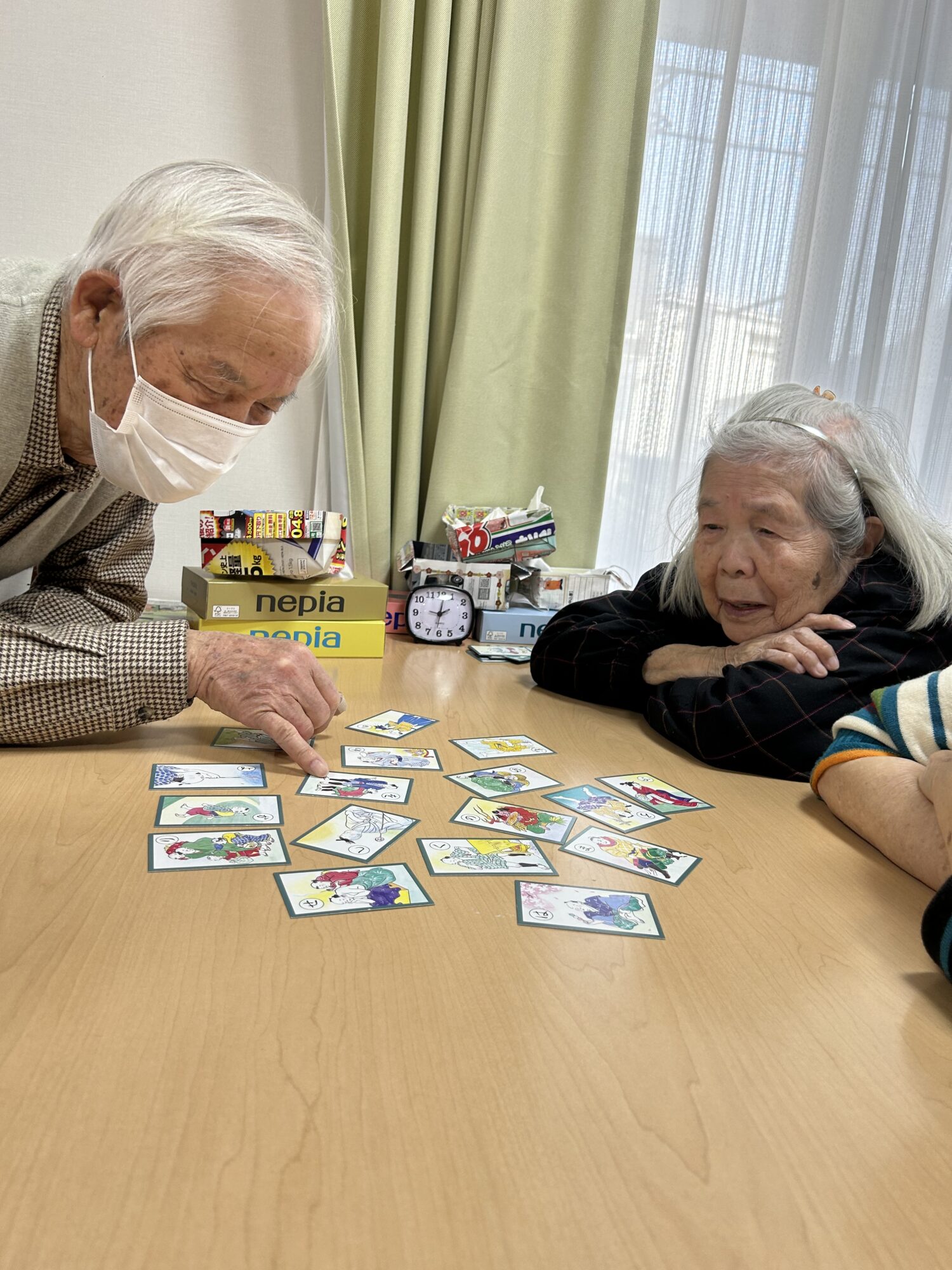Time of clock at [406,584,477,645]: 2:01
